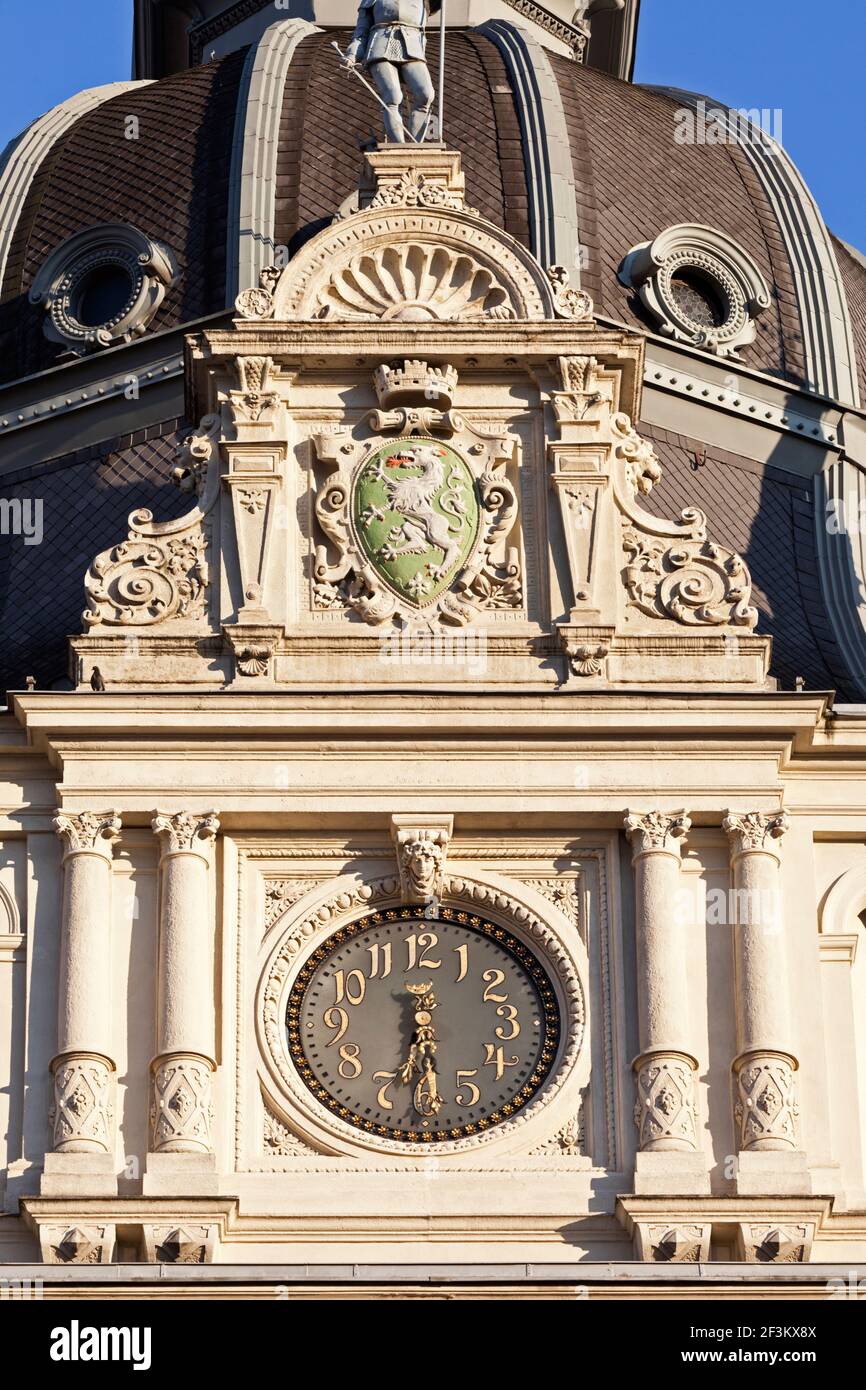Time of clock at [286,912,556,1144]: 5:30
